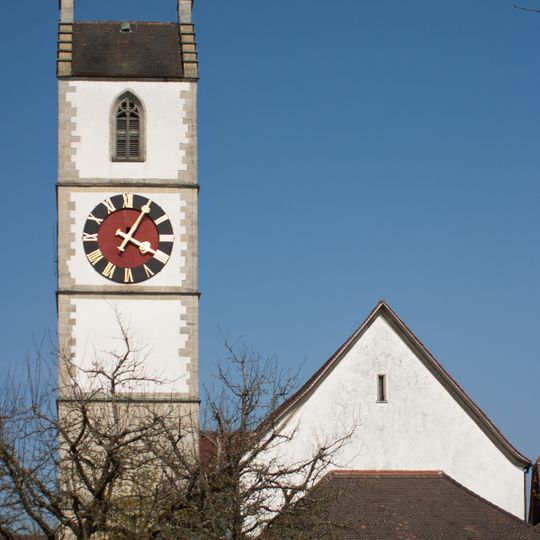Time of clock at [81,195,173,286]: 4:04
